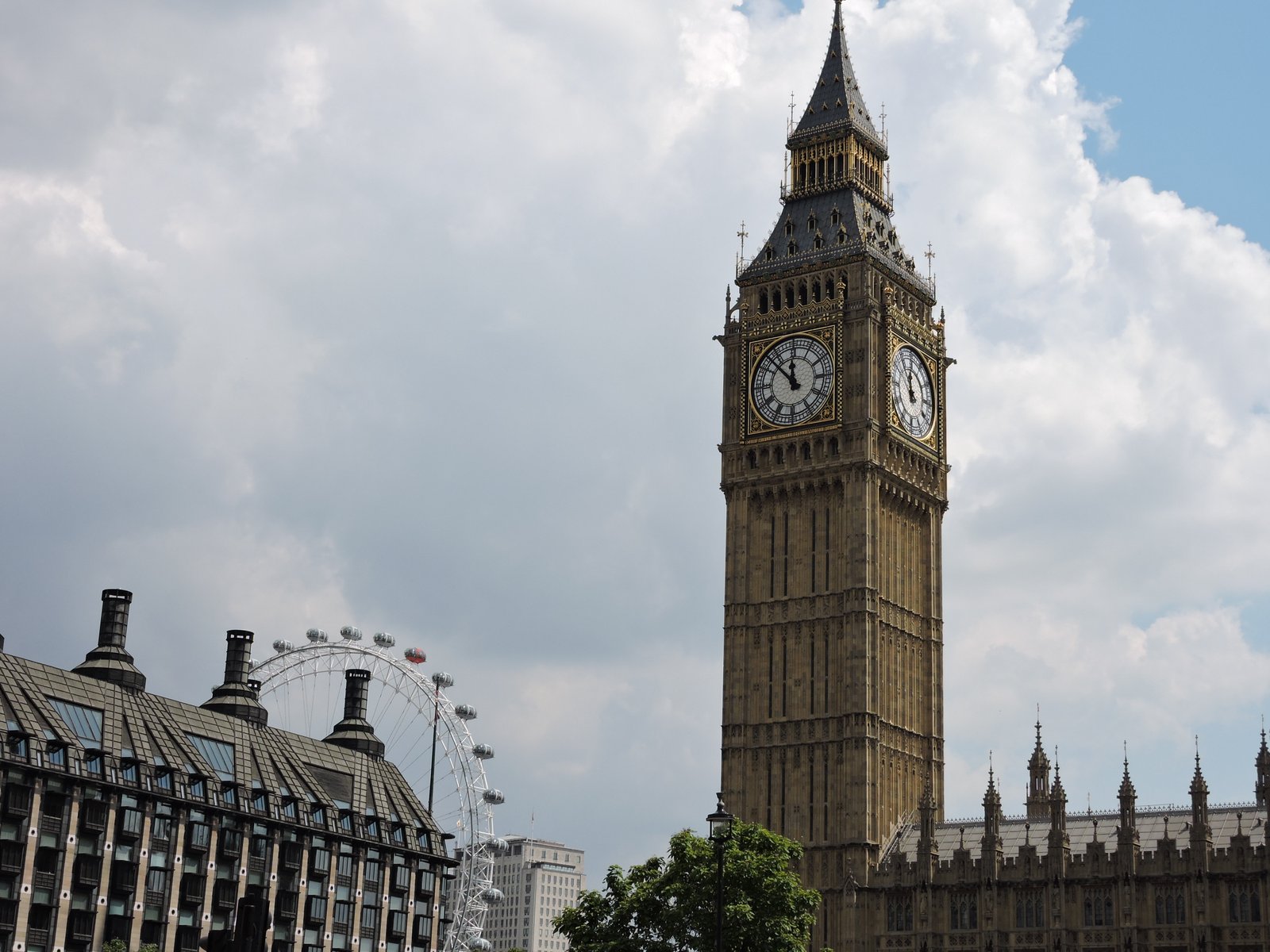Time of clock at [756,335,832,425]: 11:52
